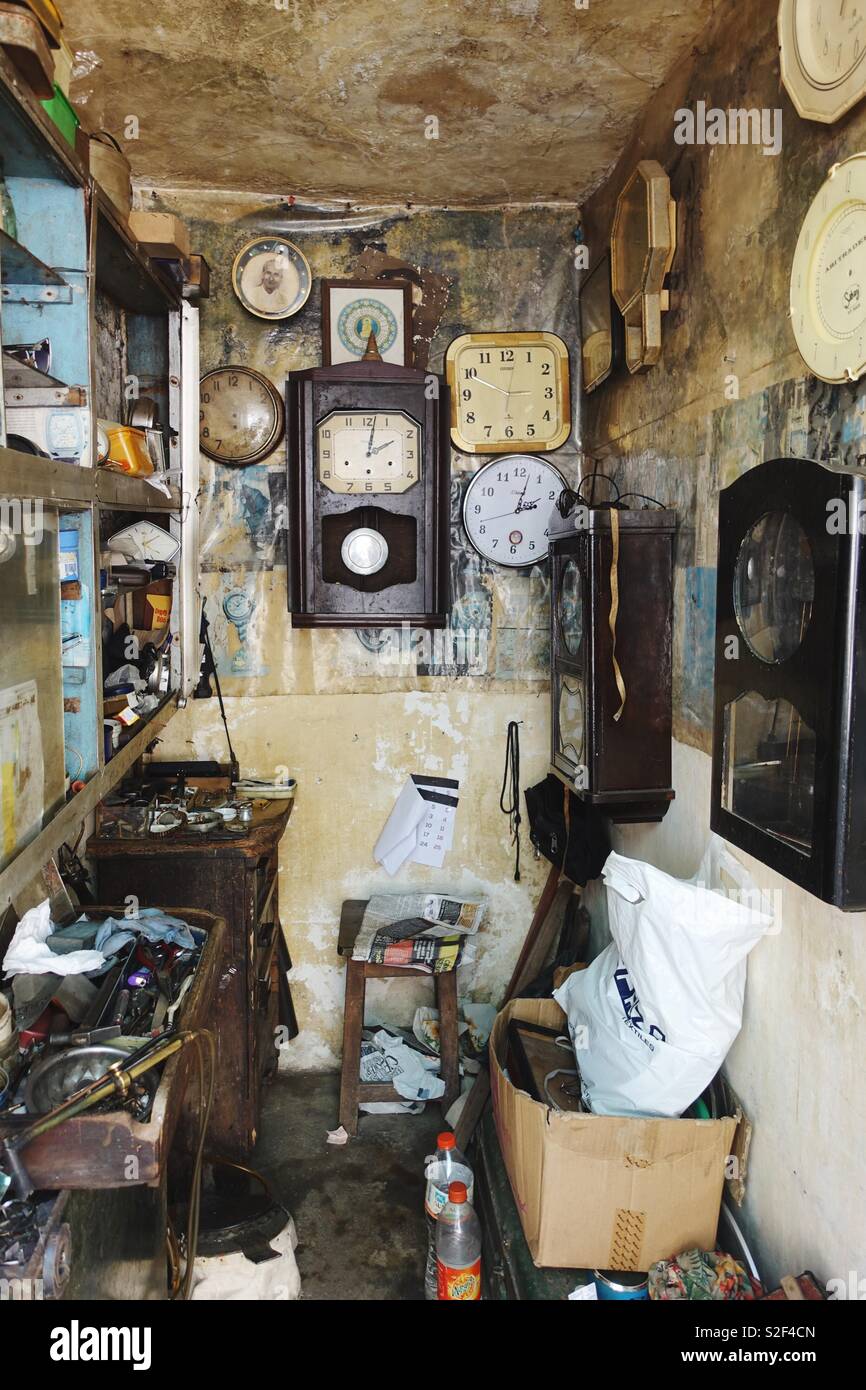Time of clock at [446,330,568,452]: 2:49
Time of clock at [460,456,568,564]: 3:02
